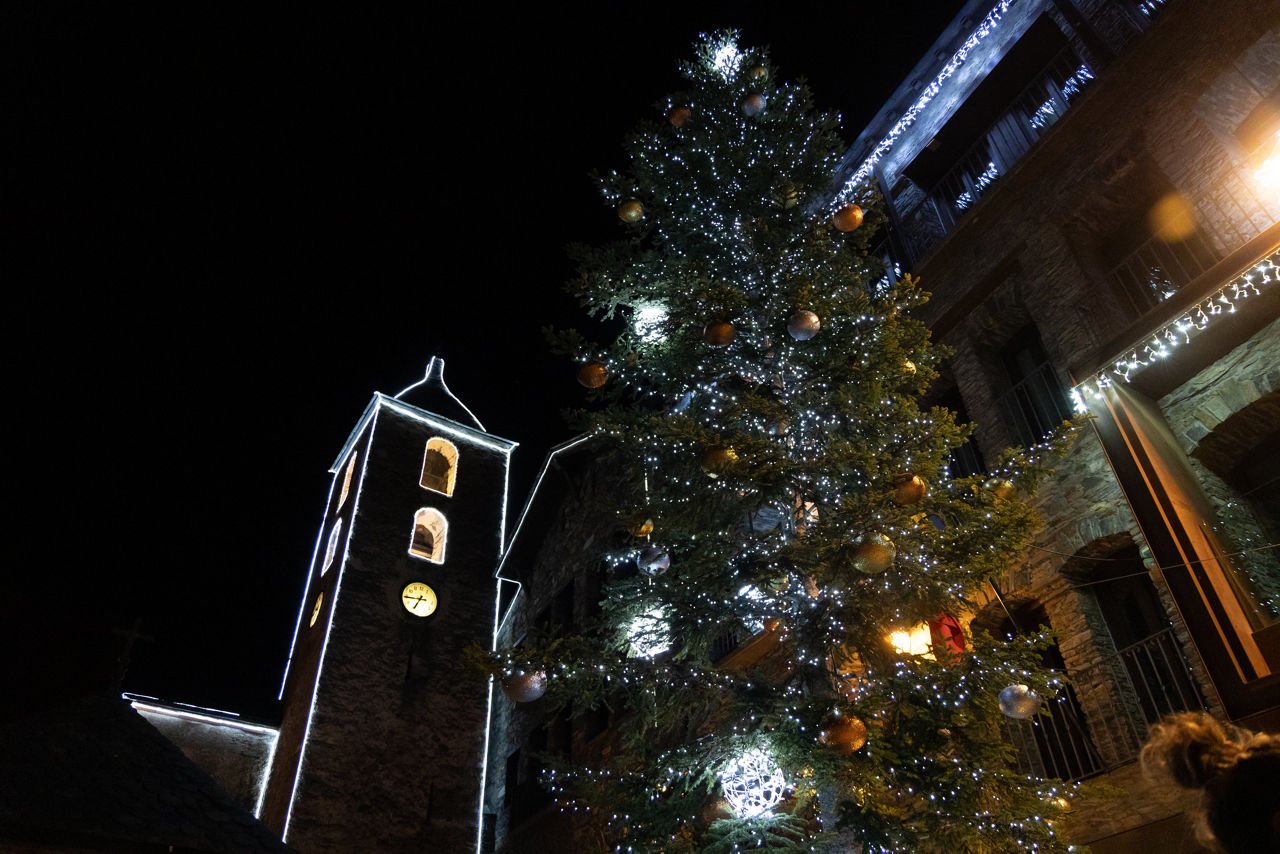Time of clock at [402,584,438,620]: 6:43
